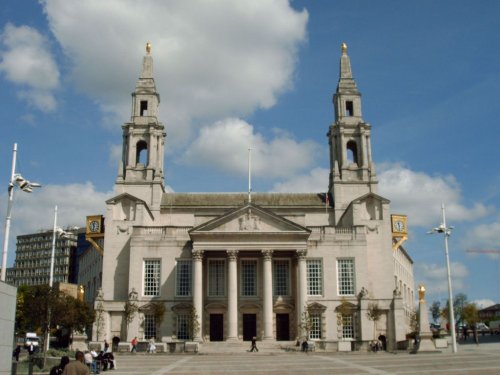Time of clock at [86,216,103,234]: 11:31
